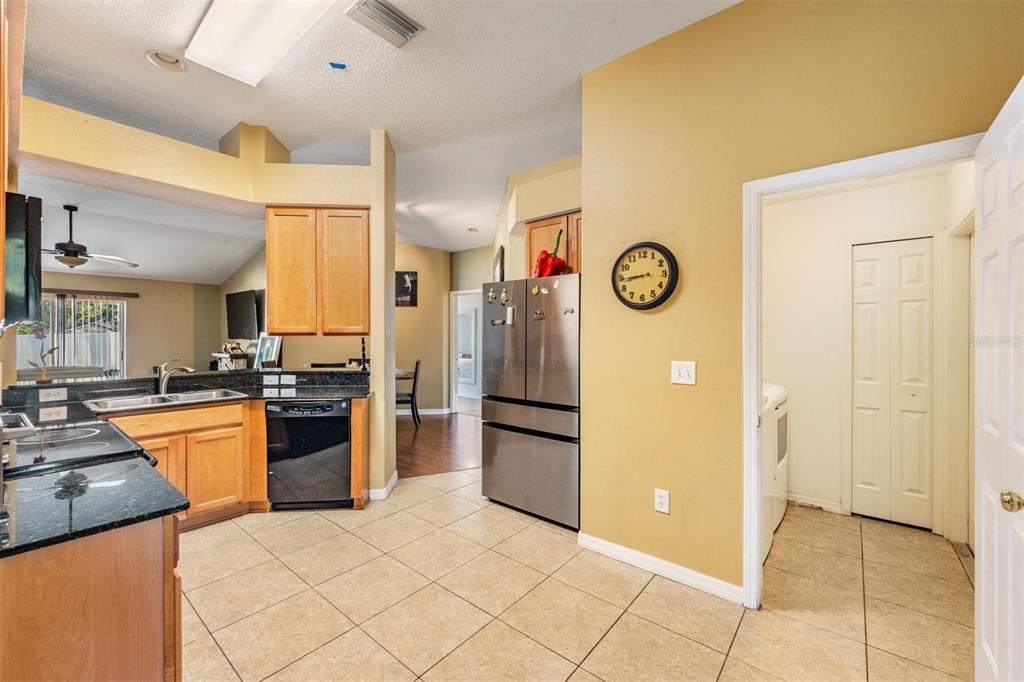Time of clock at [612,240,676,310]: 8:44
